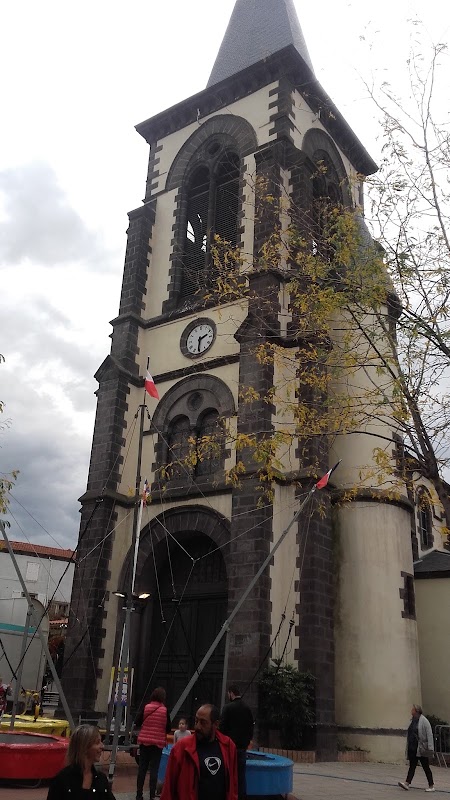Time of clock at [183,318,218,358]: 2:30
